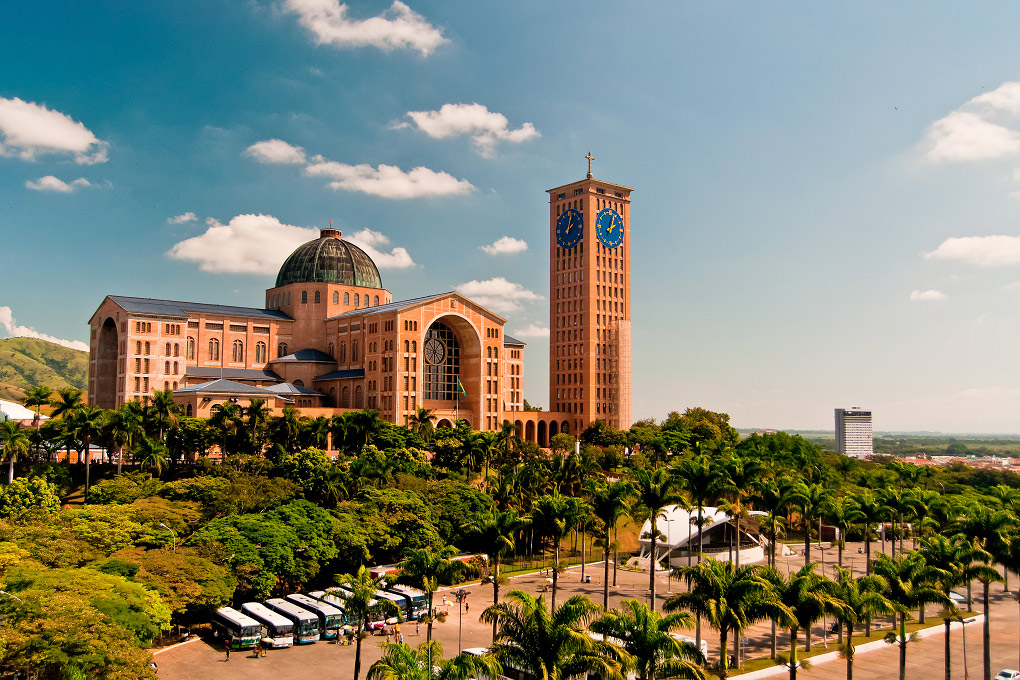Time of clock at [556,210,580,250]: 2:01
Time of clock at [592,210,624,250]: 2:03
